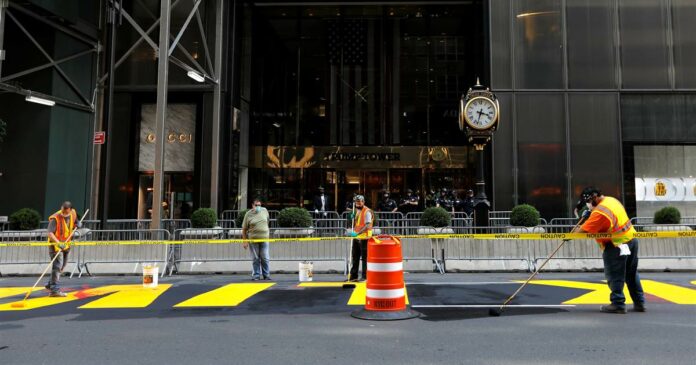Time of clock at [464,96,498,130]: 3:32
